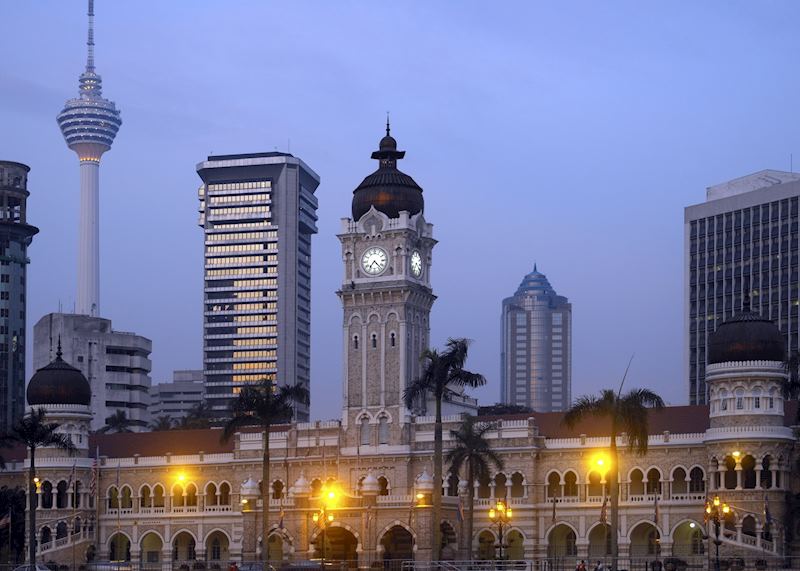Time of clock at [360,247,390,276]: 7:22
